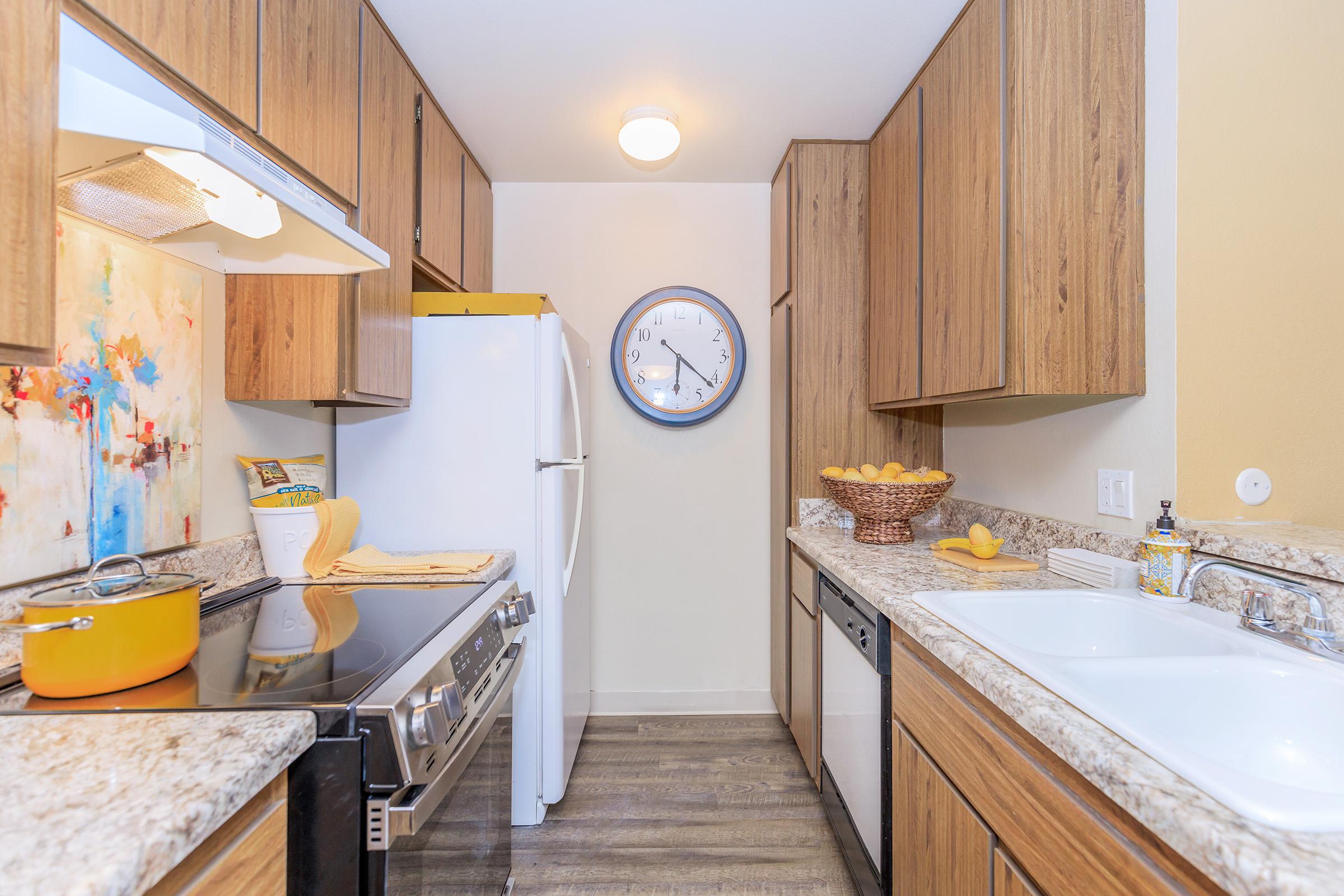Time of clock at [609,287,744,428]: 6:21
